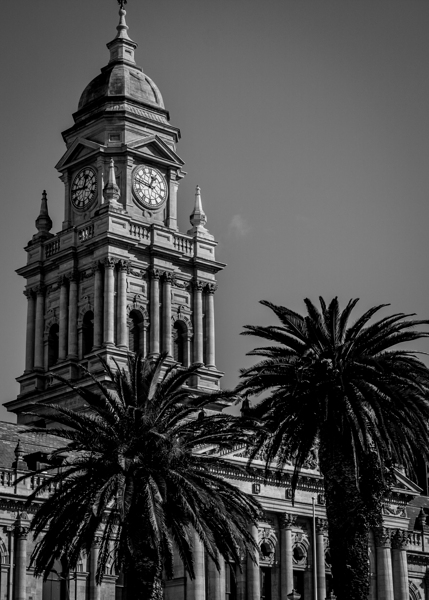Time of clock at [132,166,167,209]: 12:46
